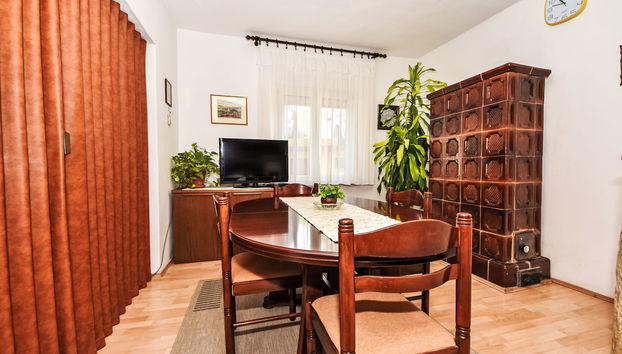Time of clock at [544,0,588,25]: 10:47
